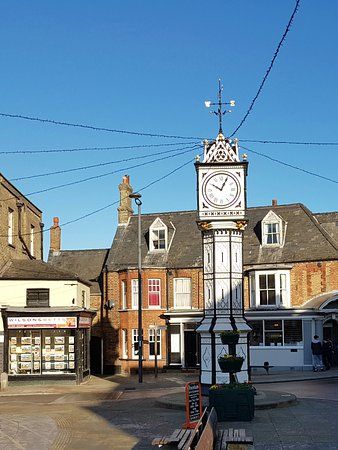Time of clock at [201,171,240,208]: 10:04
